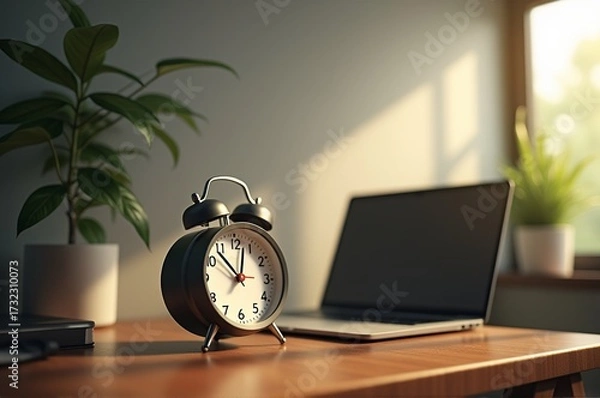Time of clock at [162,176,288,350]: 12:53
